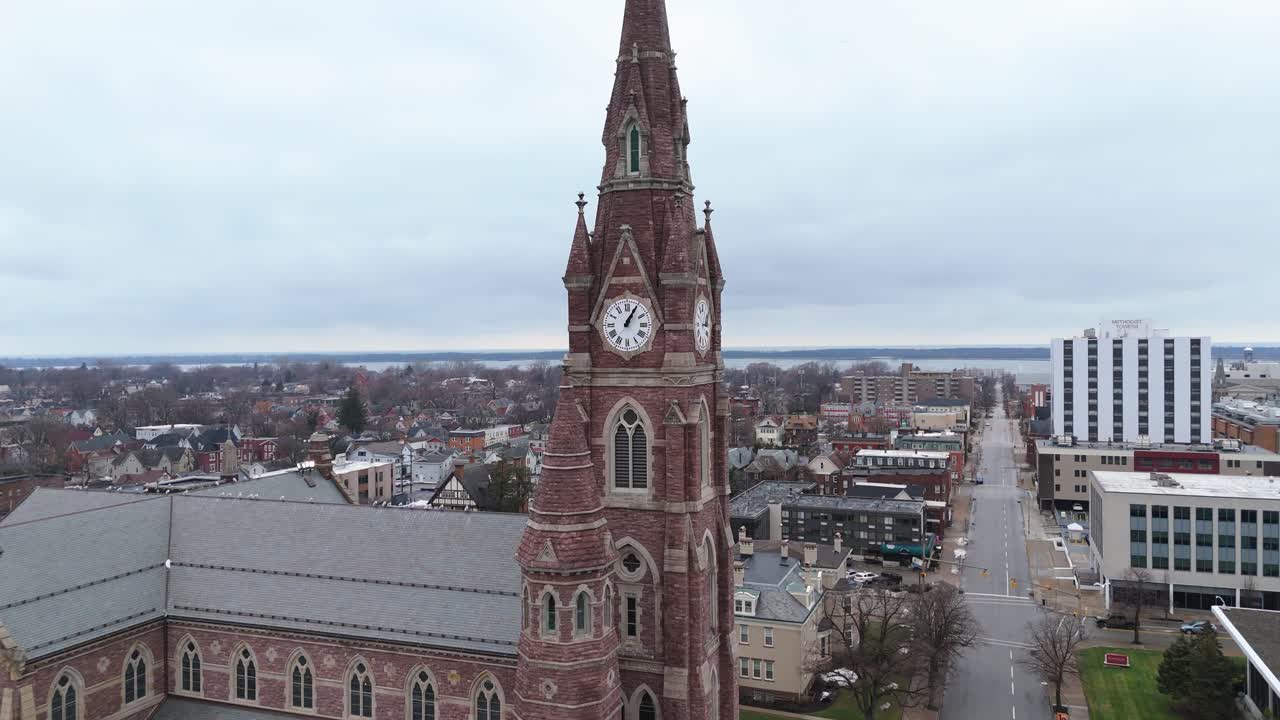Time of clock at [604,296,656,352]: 1:05
